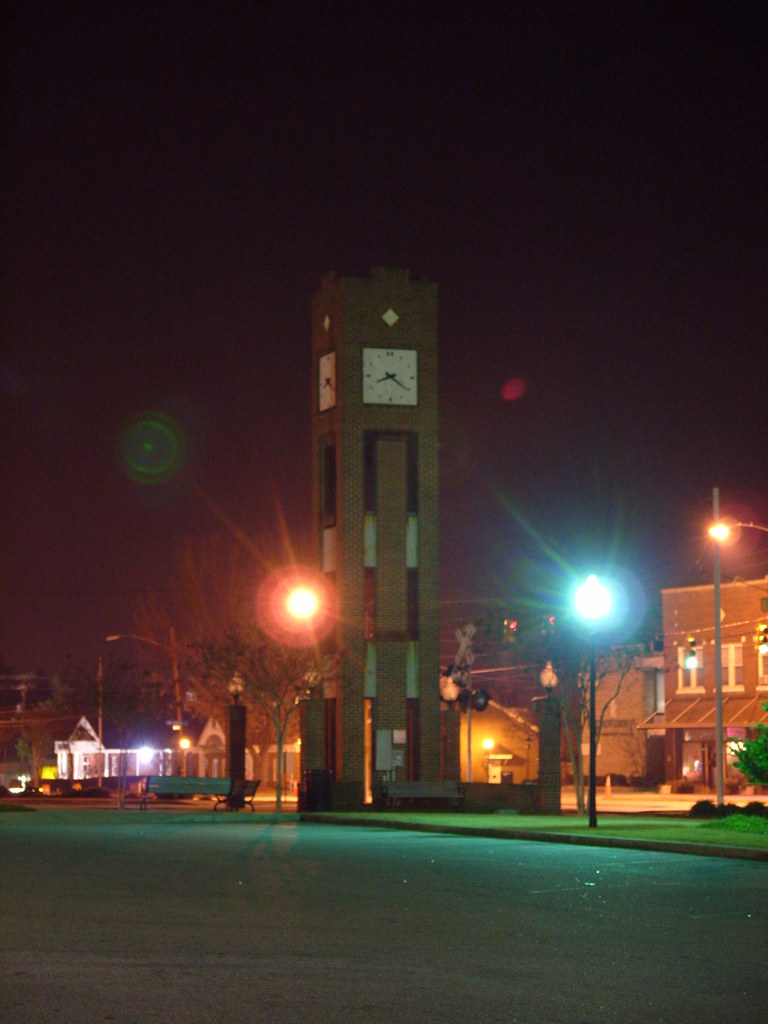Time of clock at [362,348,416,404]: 8:20
